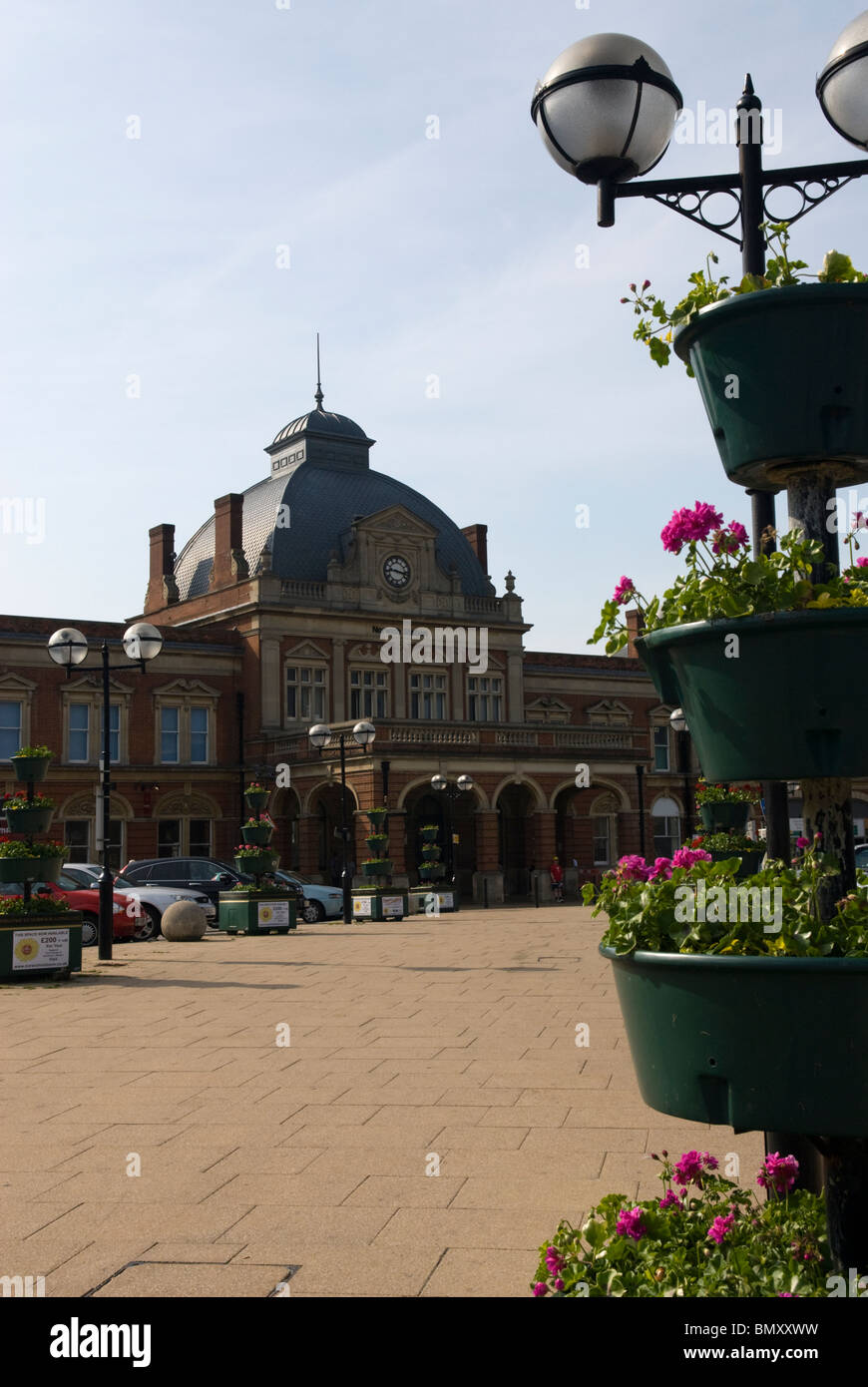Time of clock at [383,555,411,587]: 9:17
